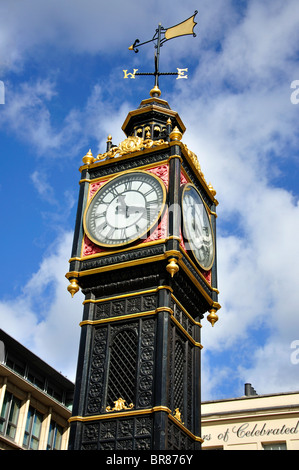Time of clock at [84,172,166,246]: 11:17
